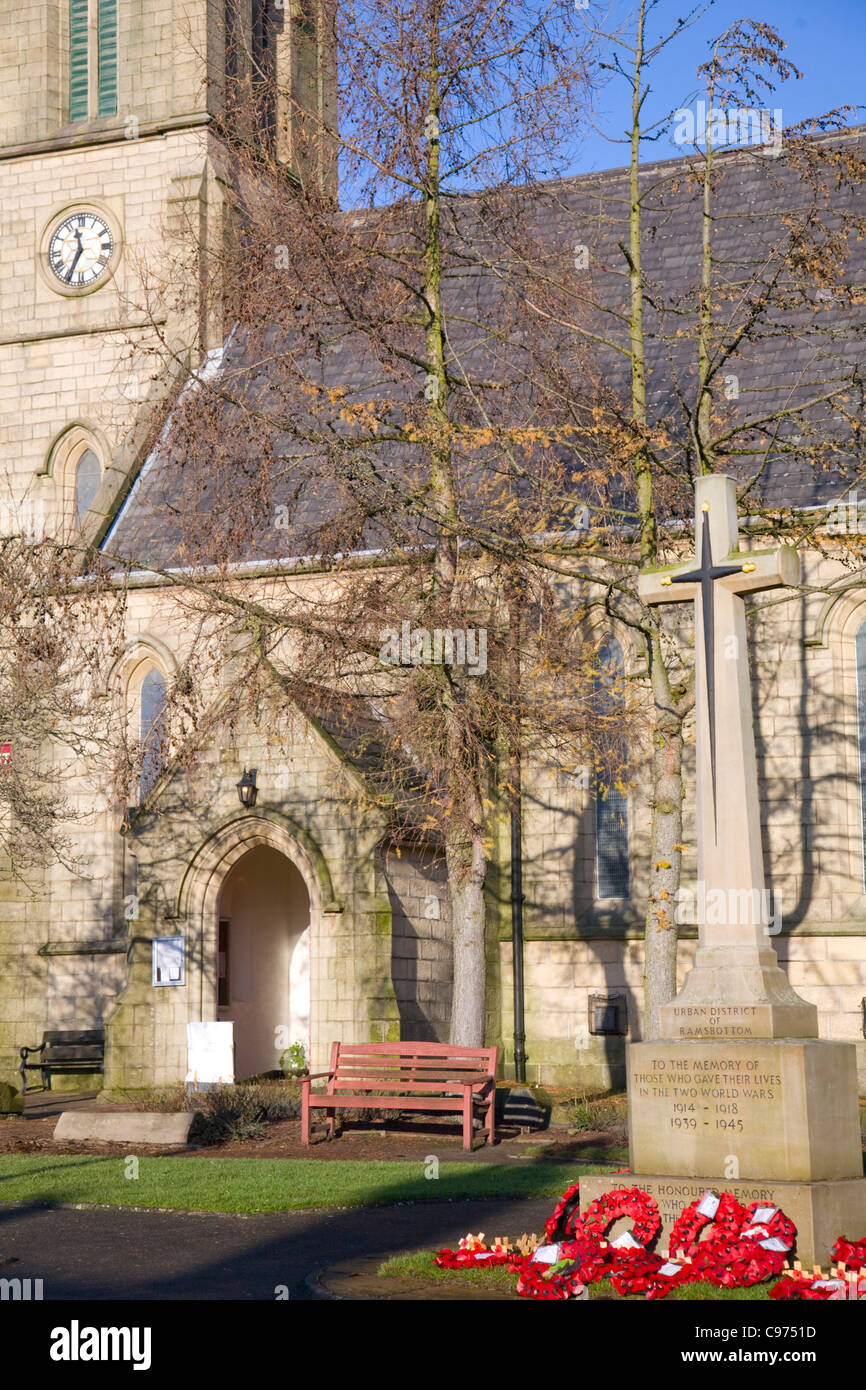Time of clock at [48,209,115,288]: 11:34
